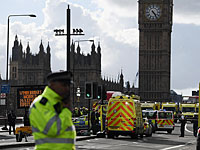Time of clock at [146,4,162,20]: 4:24
